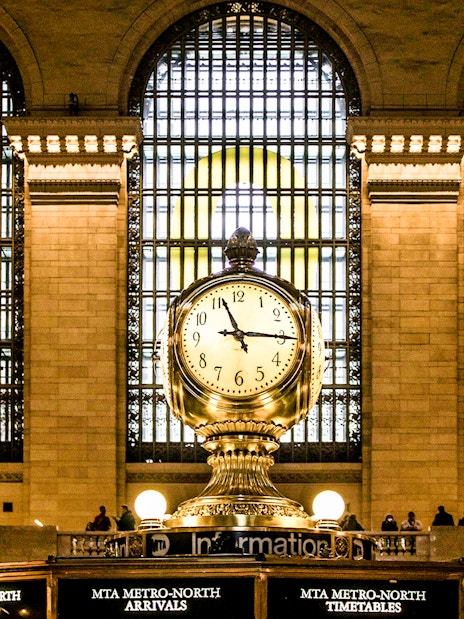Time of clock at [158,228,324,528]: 11:15
